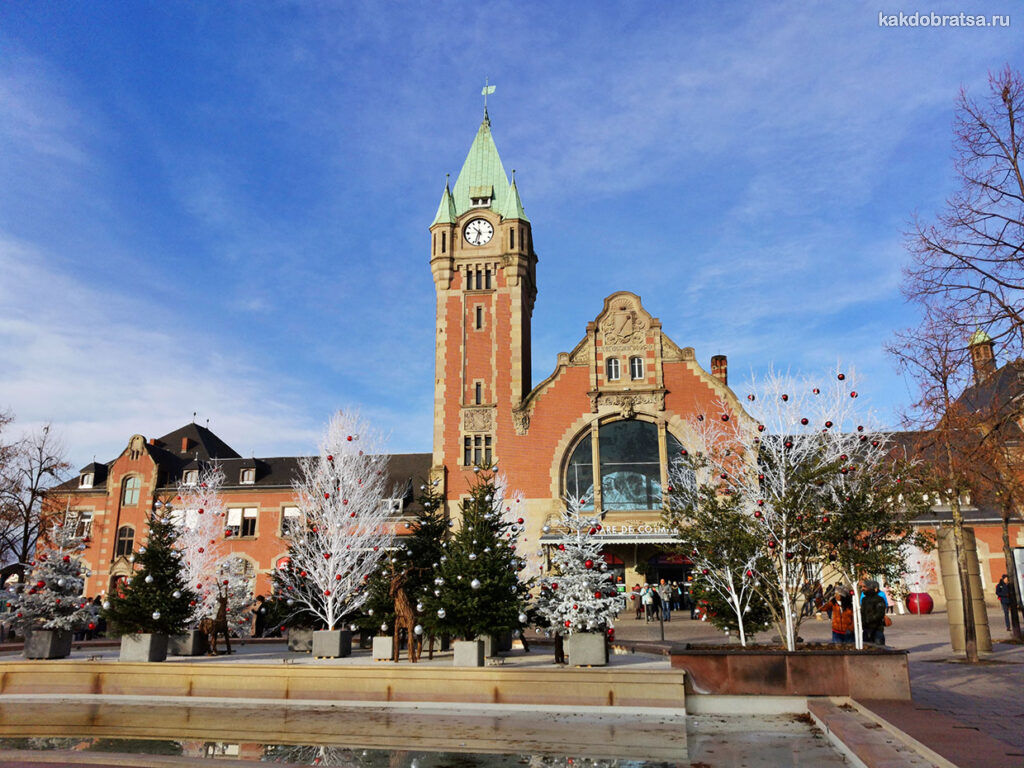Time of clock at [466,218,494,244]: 10:33
